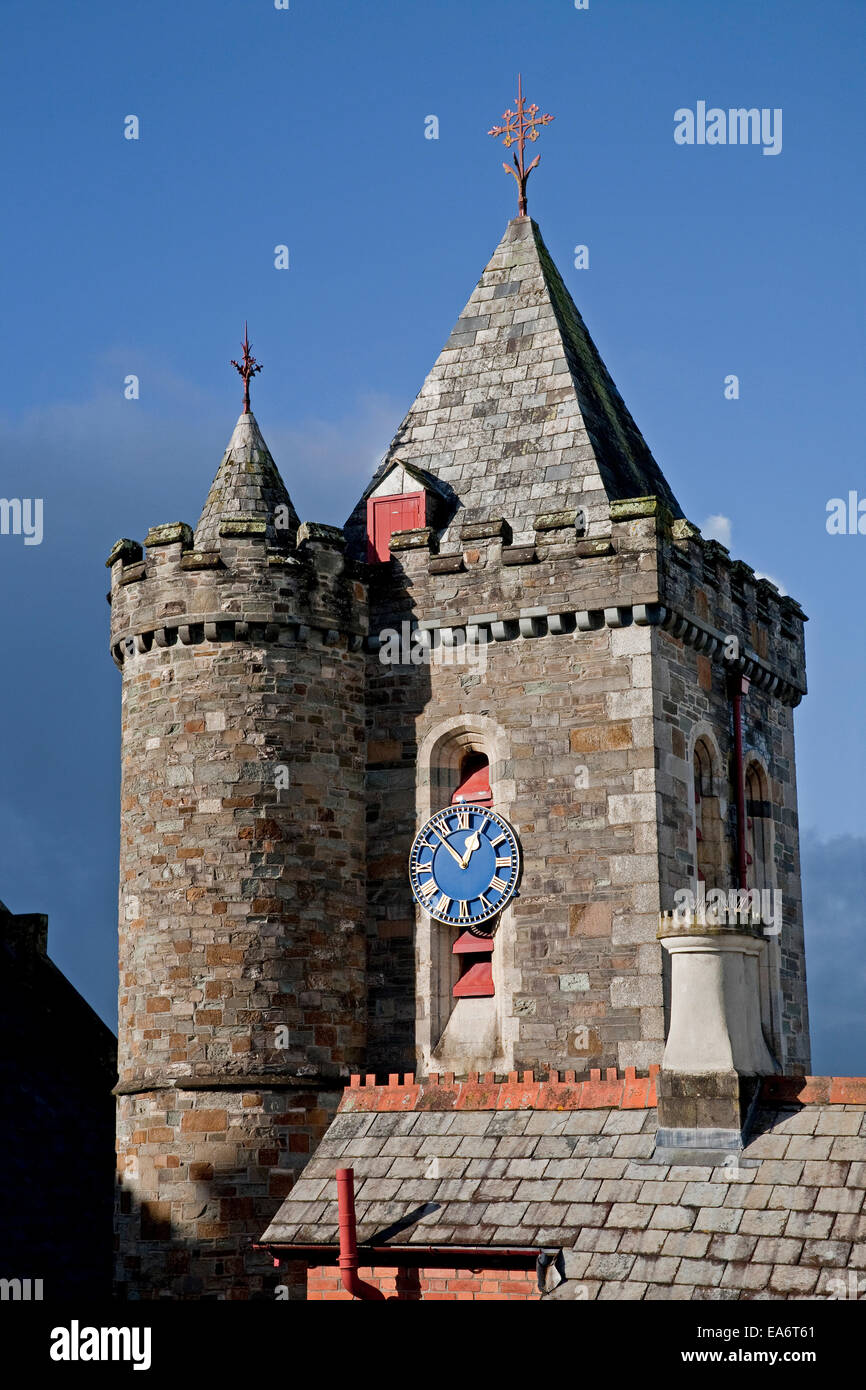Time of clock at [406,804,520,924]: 12:53
